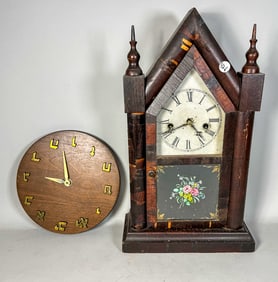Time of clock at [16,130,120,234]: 8:57
